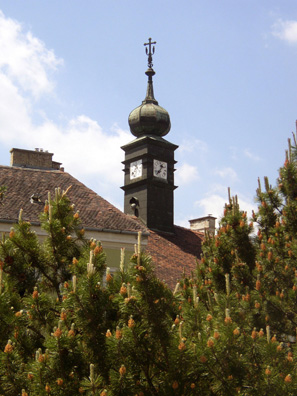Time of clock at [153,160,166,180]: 12:36
